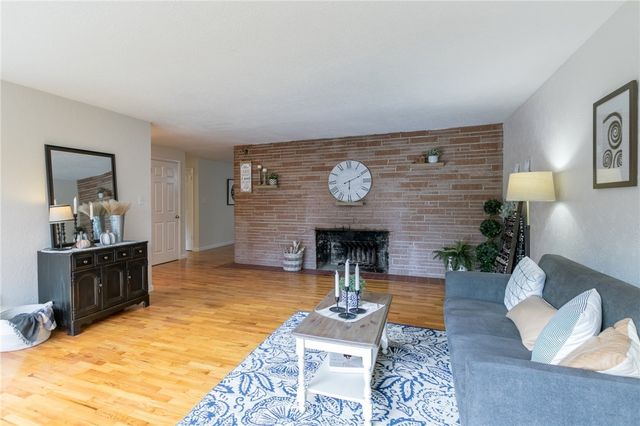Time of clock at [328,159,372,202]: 6:10
